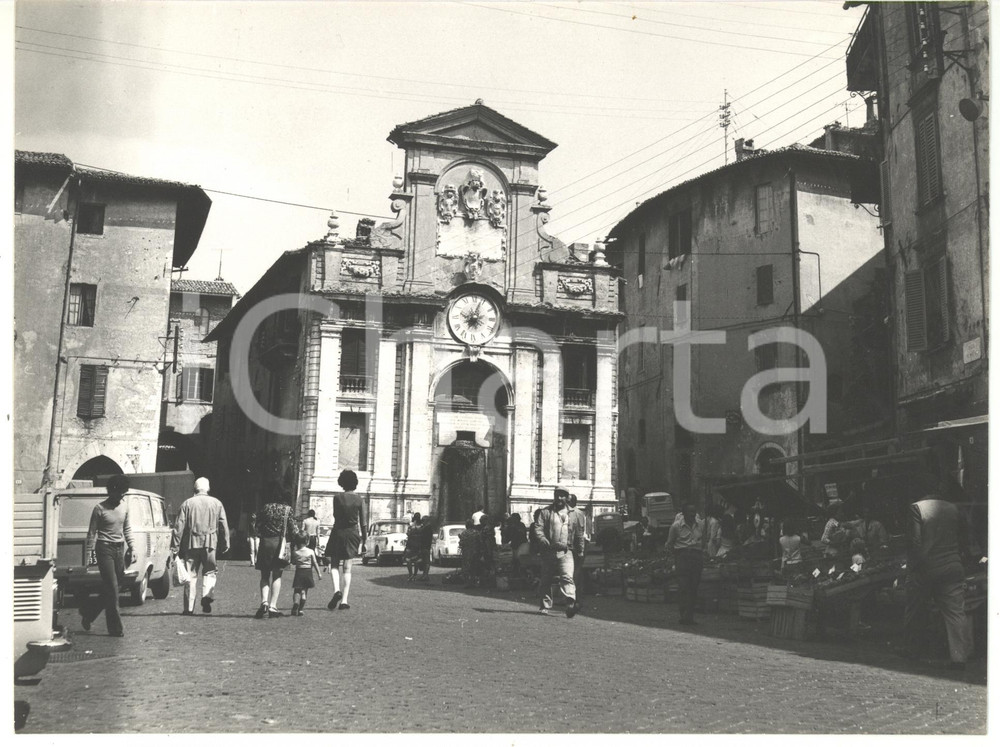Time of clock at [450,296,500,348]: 8:03
